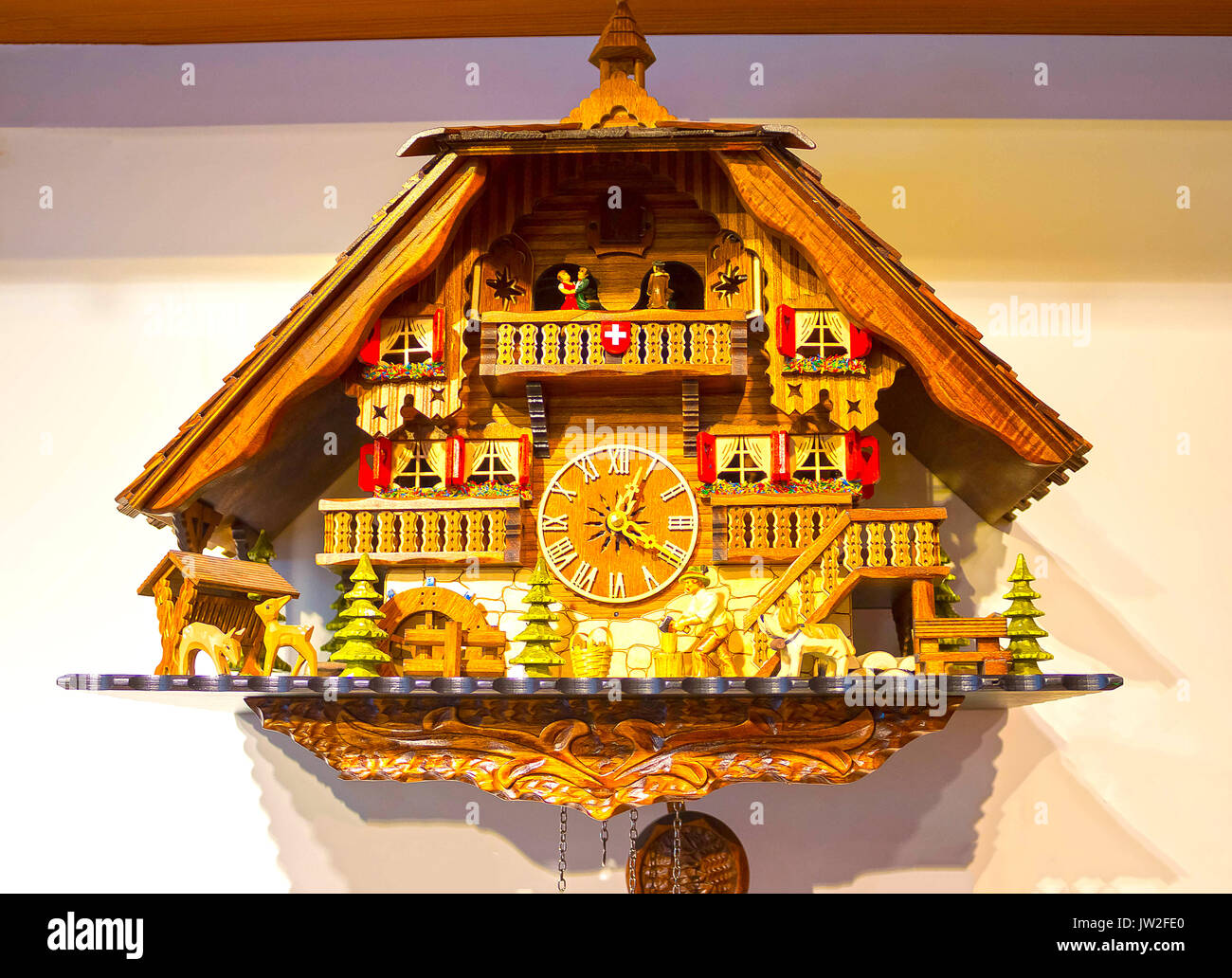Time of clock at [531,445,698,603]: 4:03
